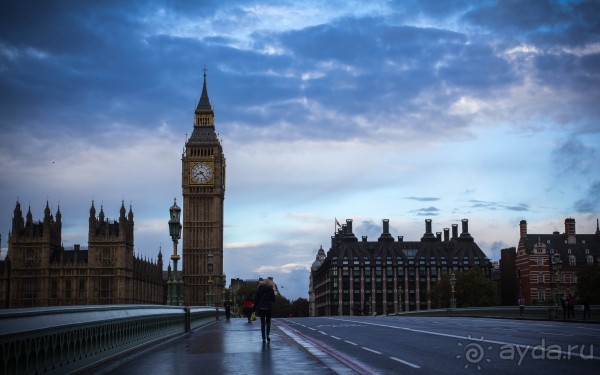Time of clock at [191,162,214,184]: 8:23
